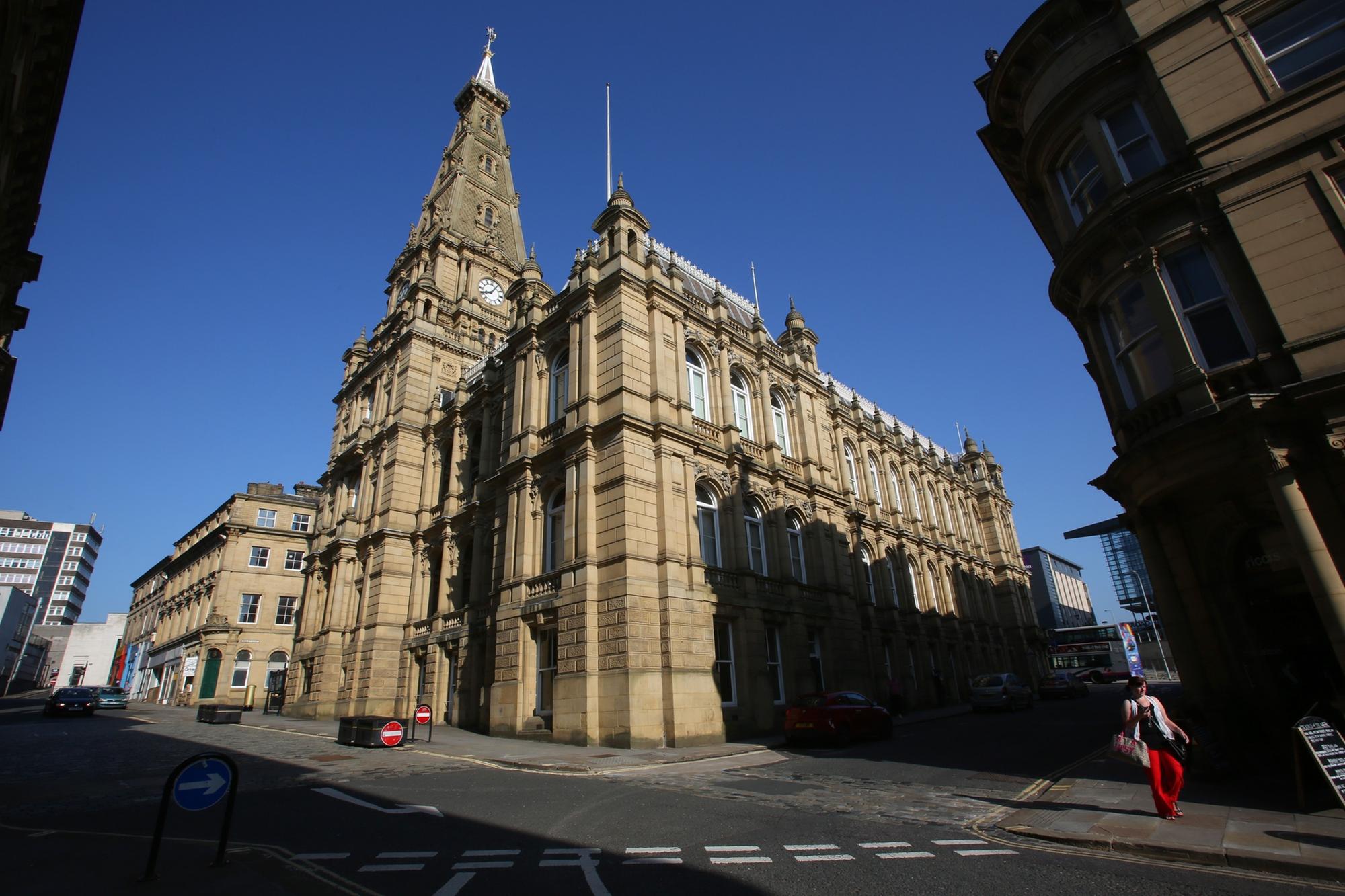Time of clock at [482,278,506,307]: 8:05
